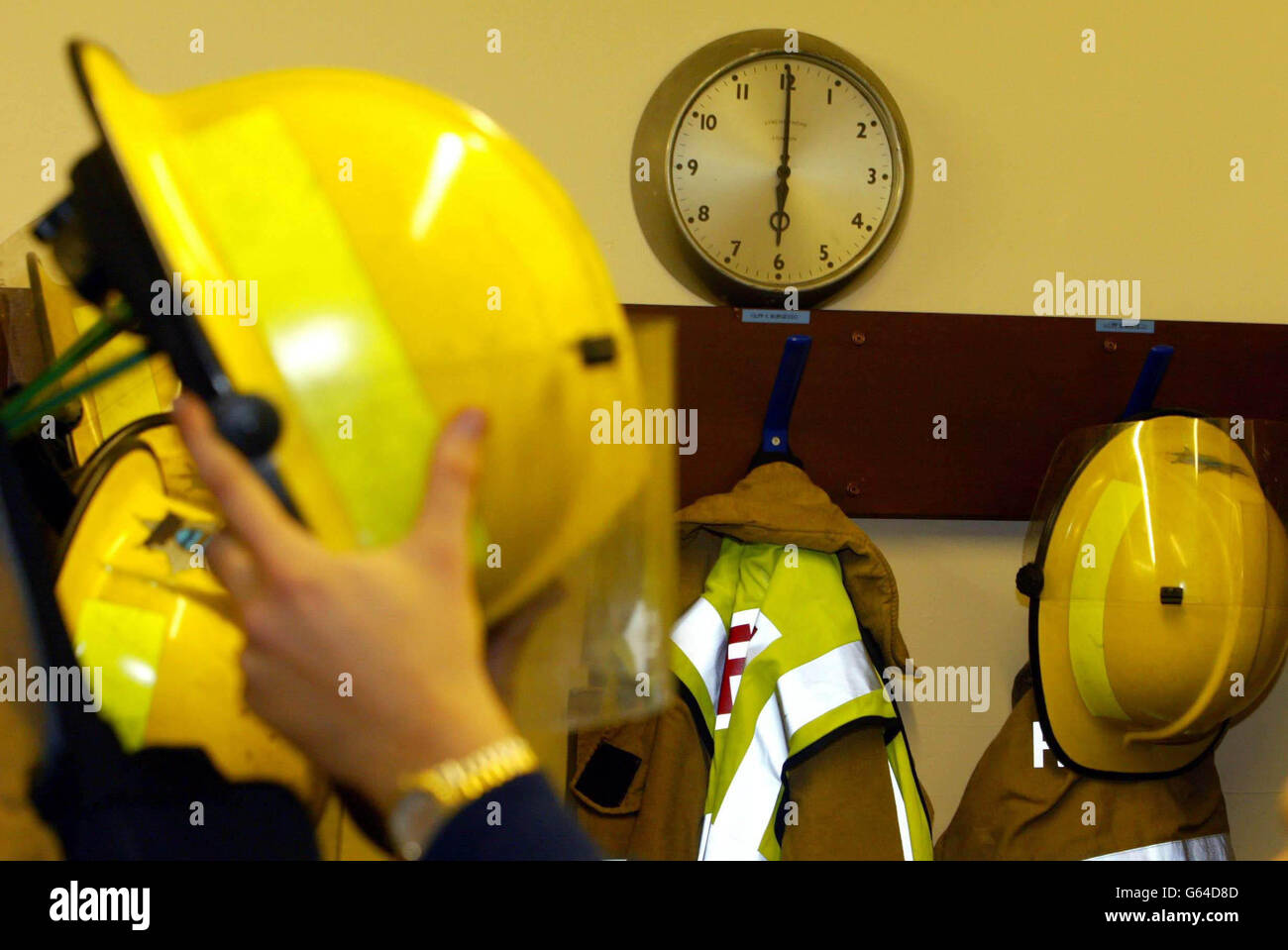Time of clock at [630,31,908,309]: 6:00
